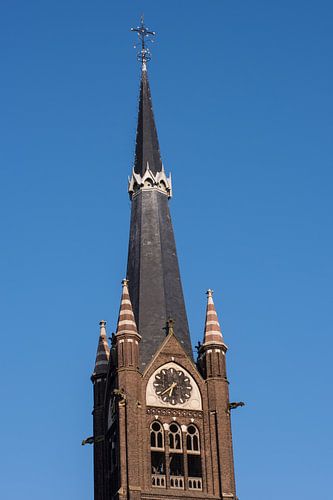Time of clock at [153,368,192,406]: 6:38
